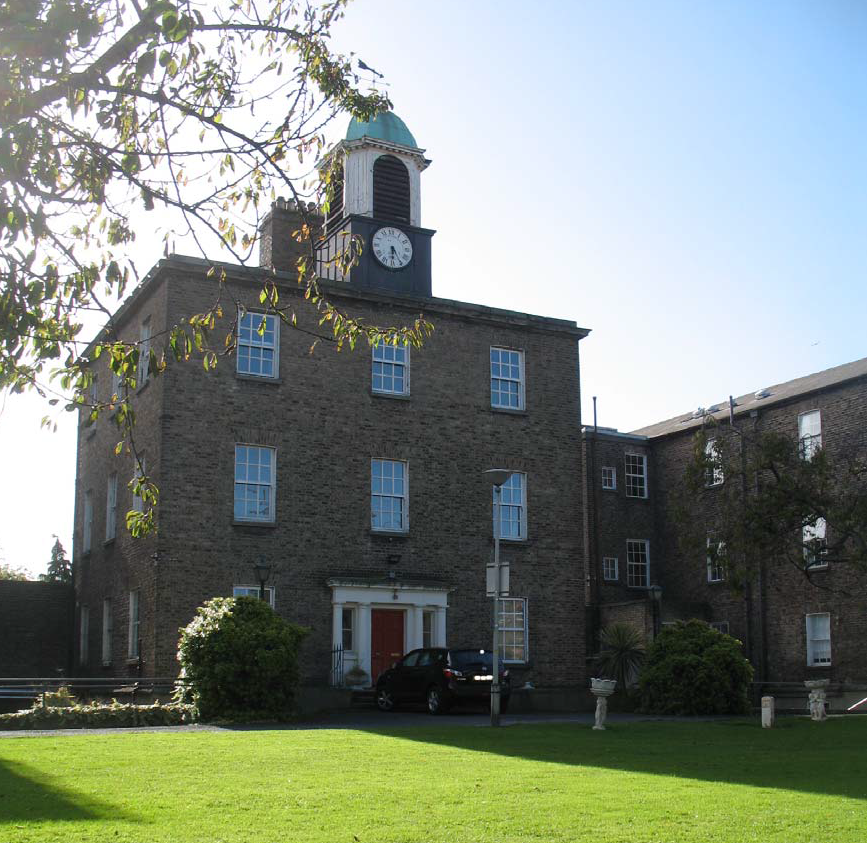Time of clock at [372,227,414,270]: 5:30
